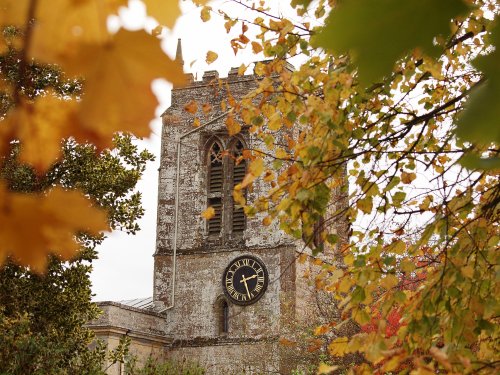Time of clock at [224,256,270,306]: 2:26
